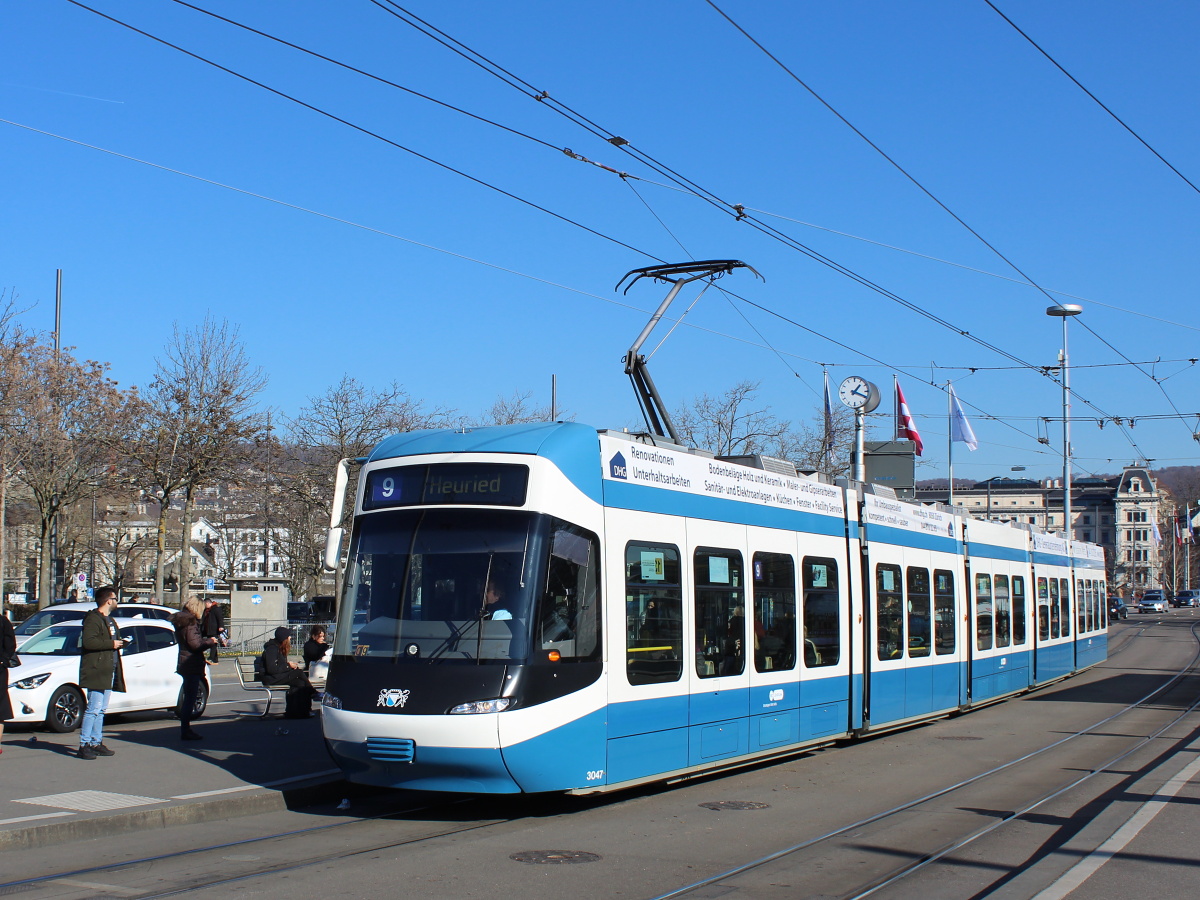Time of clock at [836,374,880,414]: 1:18
